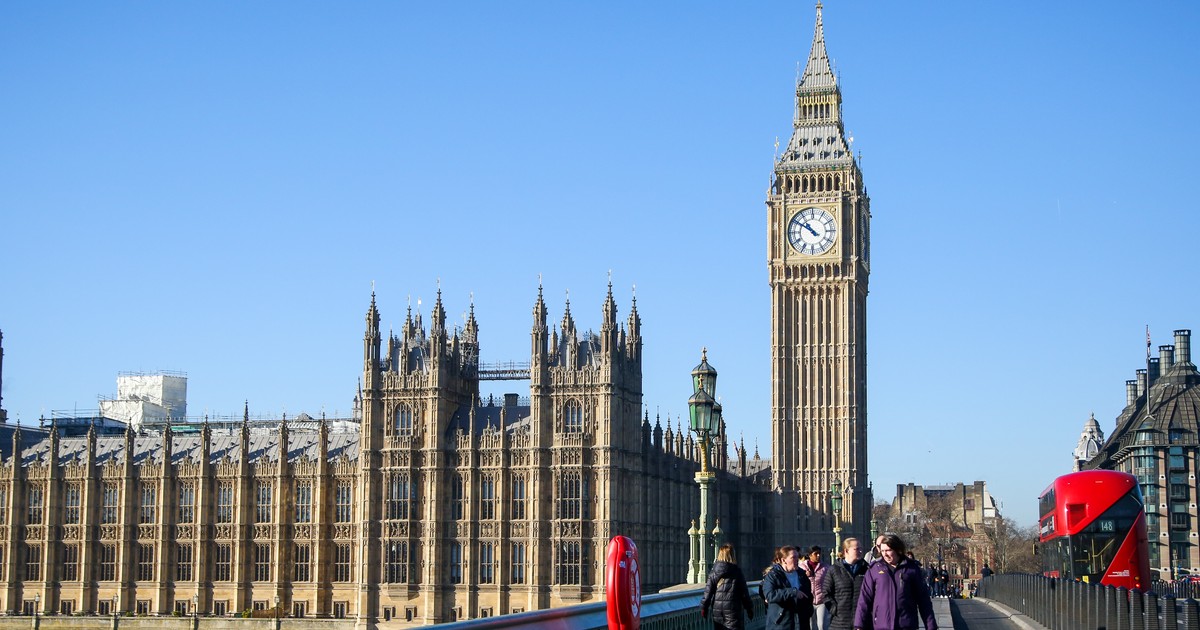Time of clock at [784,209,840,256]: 10:50
